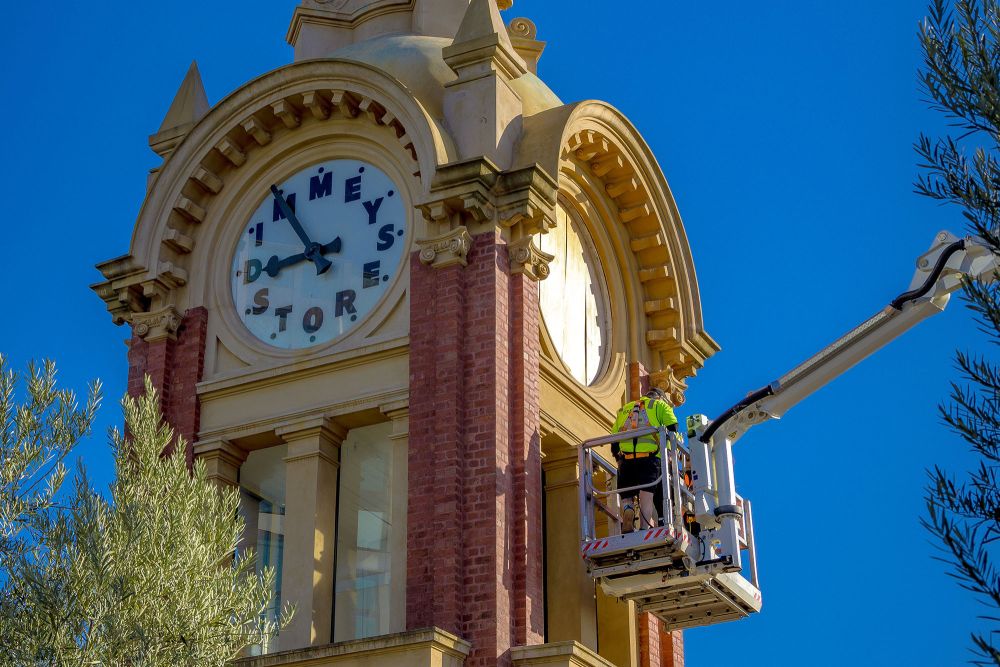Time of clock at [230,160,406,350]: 8:54
